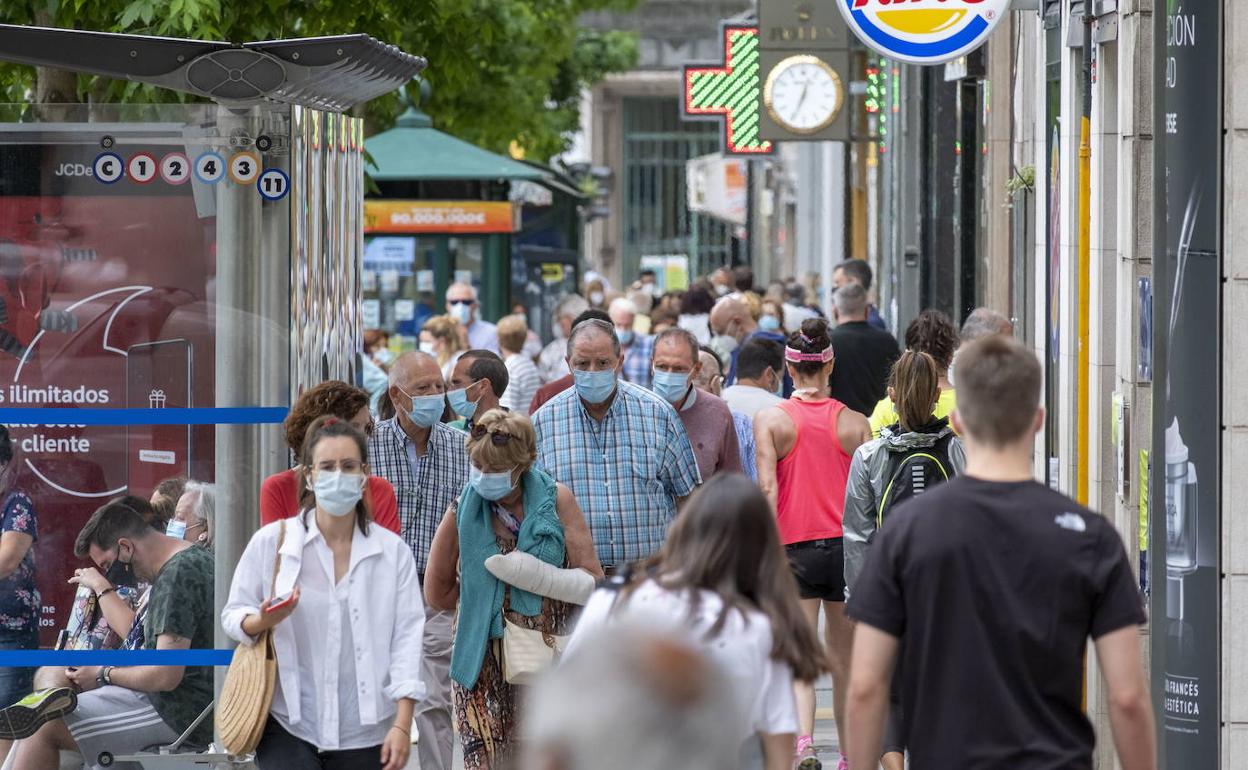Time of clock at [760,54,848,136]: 12:34
